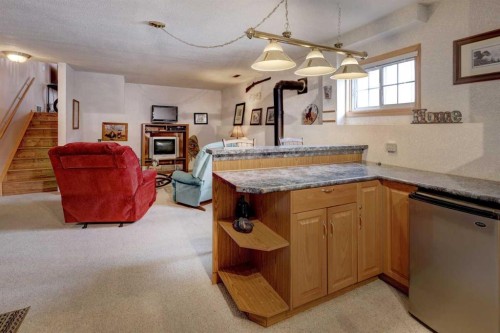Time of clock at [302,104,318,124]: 12:23
